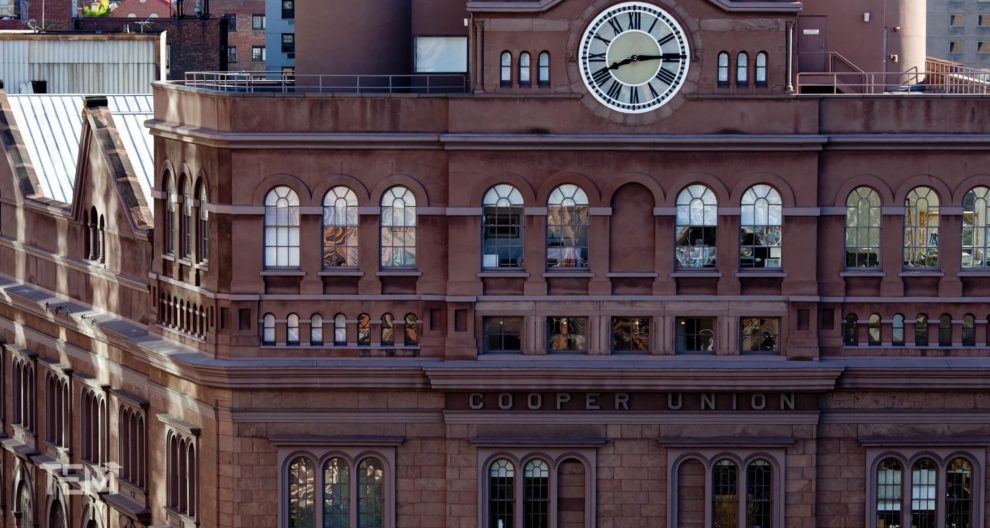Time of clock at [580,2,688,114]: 8:14
